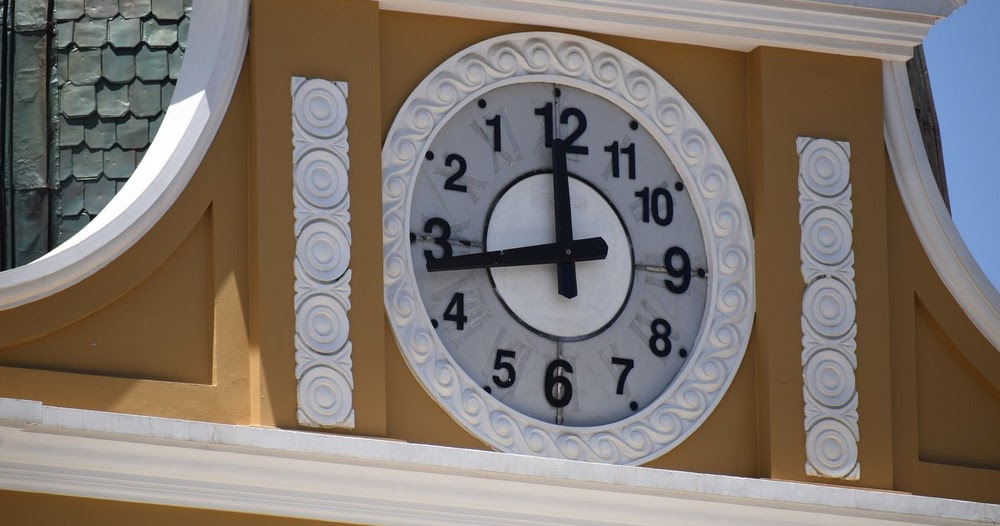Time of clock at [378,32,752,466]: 11:43
